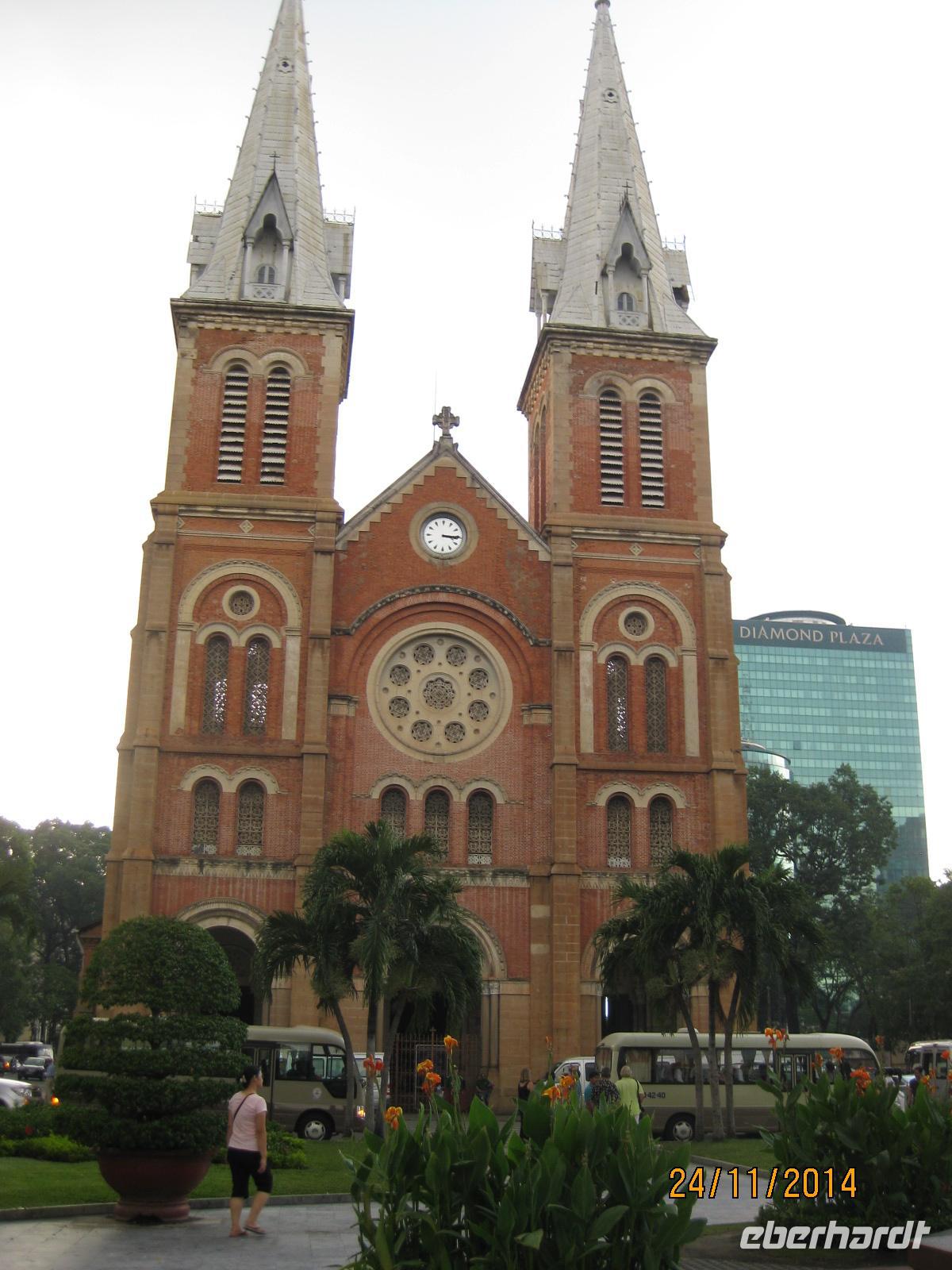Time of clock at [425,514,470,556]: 3:14
